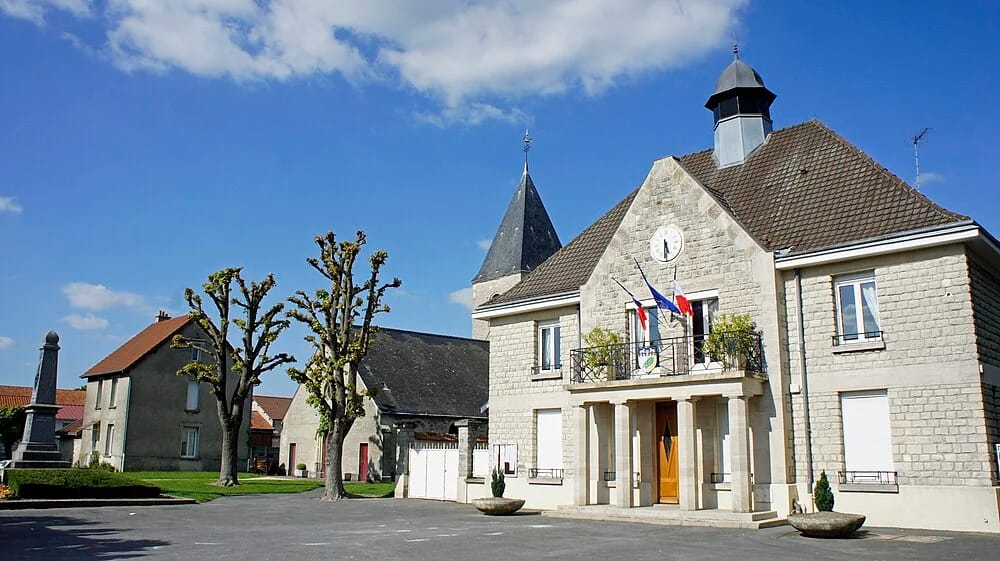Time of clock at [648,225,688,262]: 5:30
